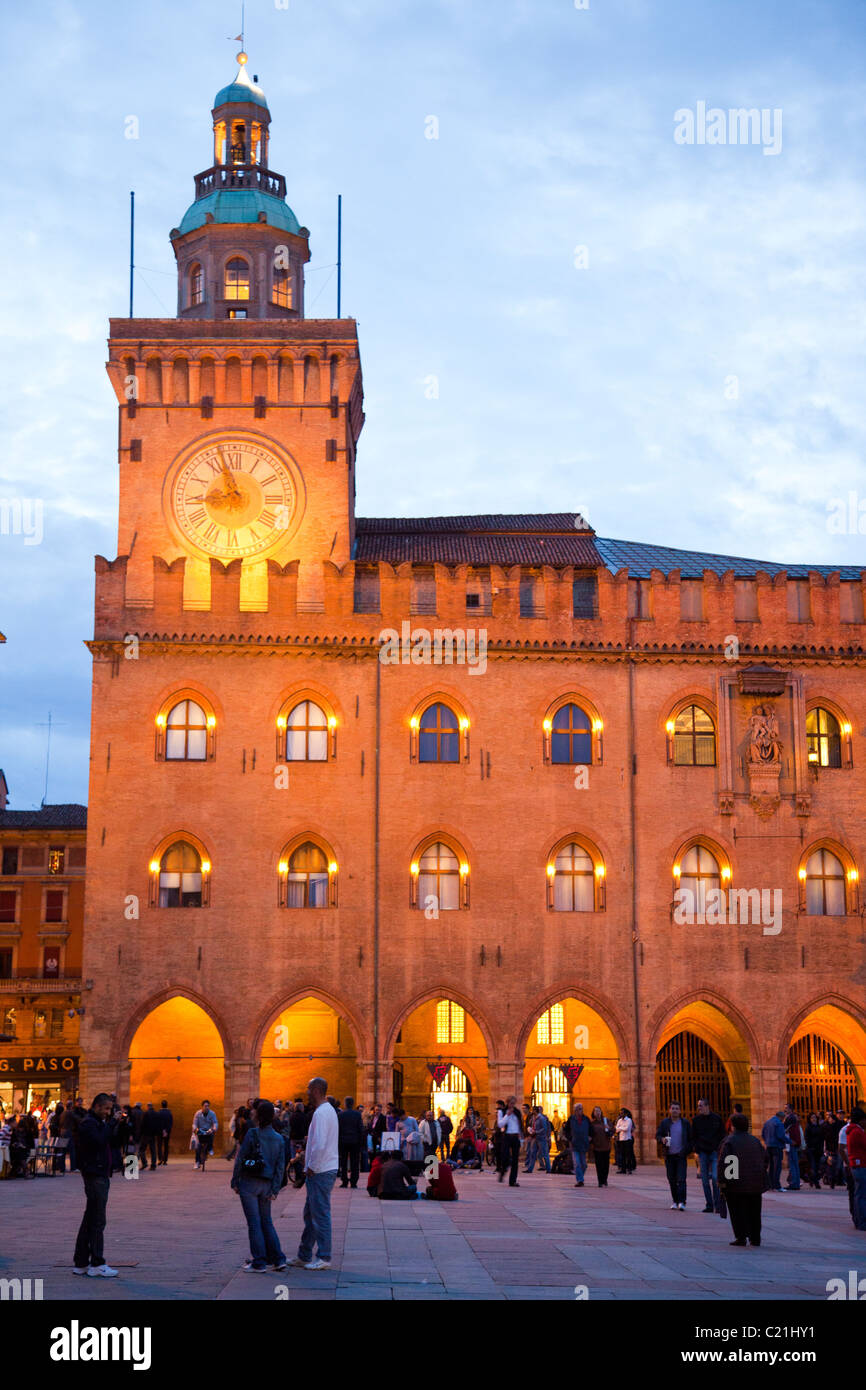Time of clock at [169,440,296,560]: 8:57
